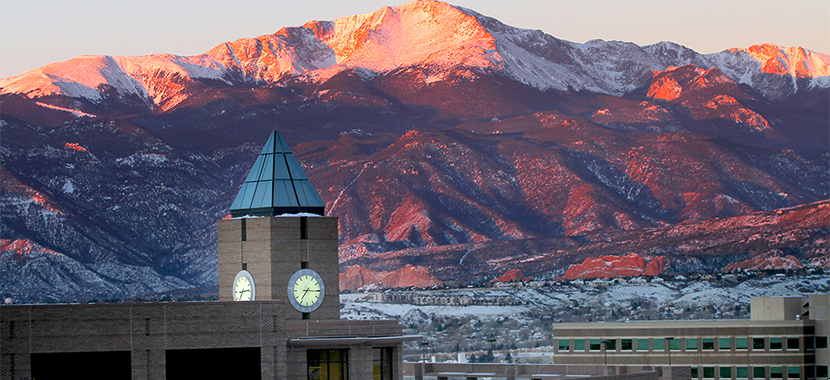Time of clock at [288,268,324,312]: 7:15
